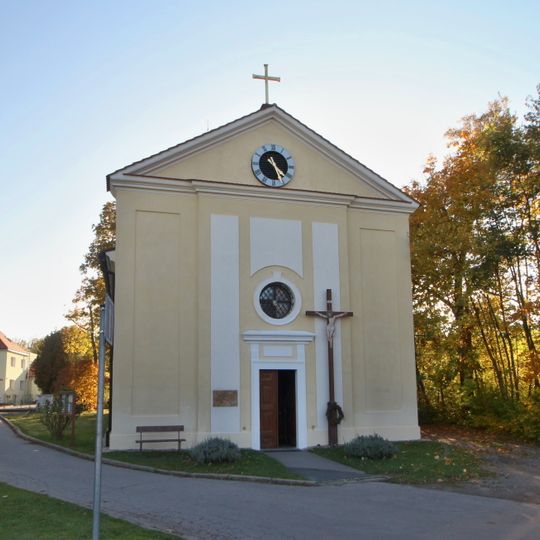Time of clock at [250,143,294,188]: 4:26
